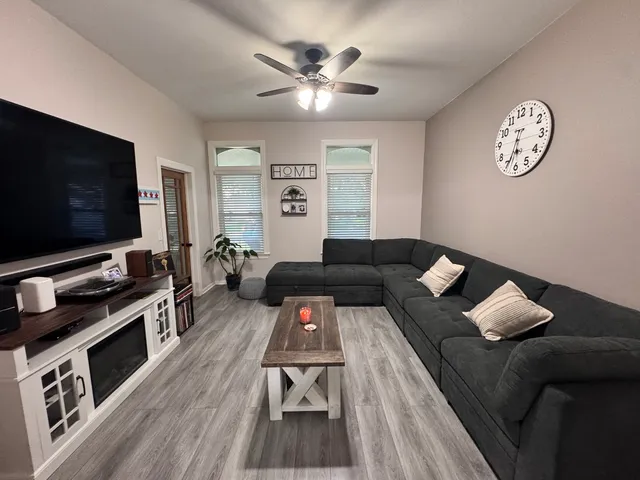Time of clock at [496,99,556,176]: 5:34
